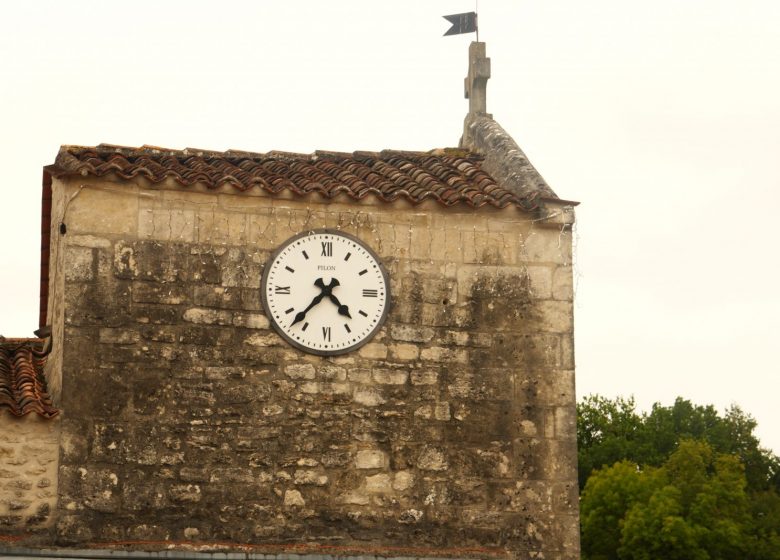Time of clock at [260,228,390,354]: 4:37
